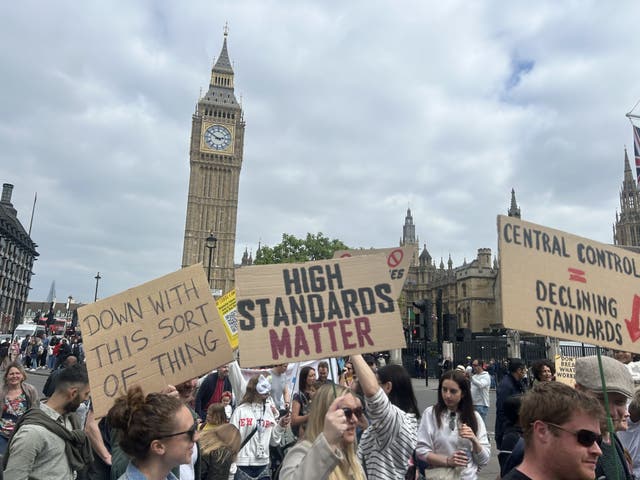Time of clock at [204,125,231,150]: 2:50
